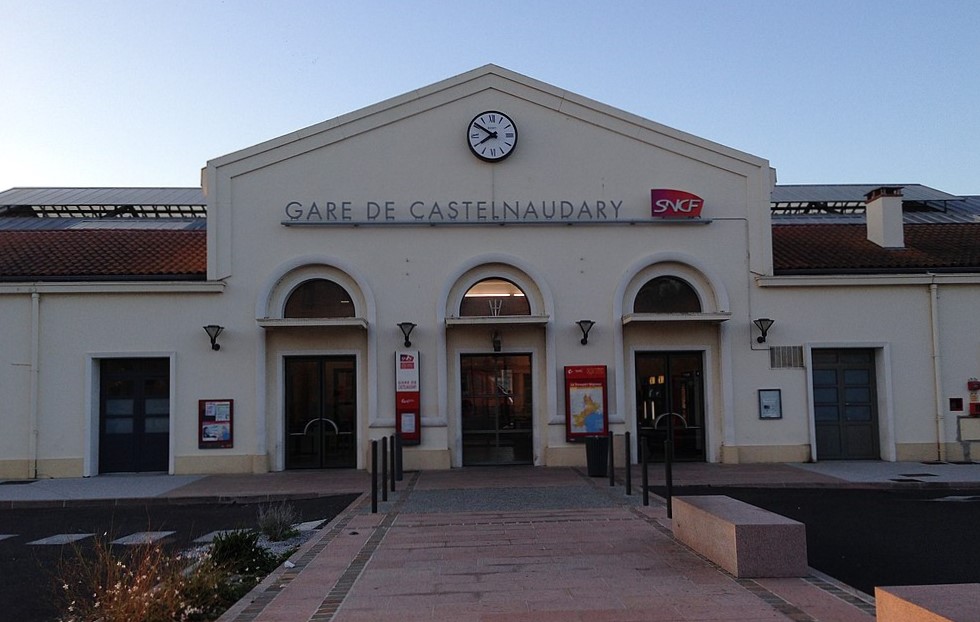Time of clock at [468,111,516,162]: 7:50
